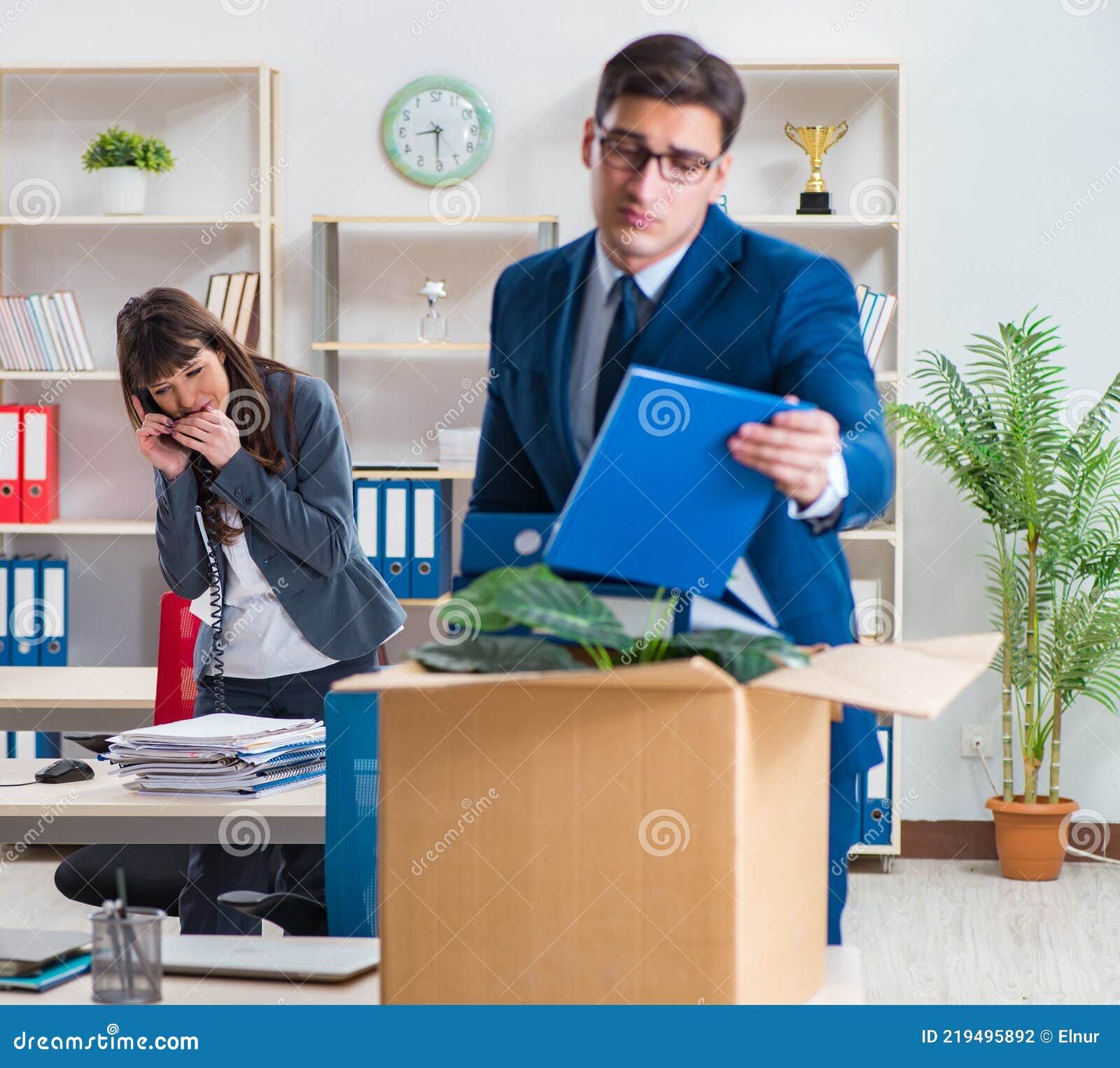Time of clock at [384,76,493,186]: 8:30
